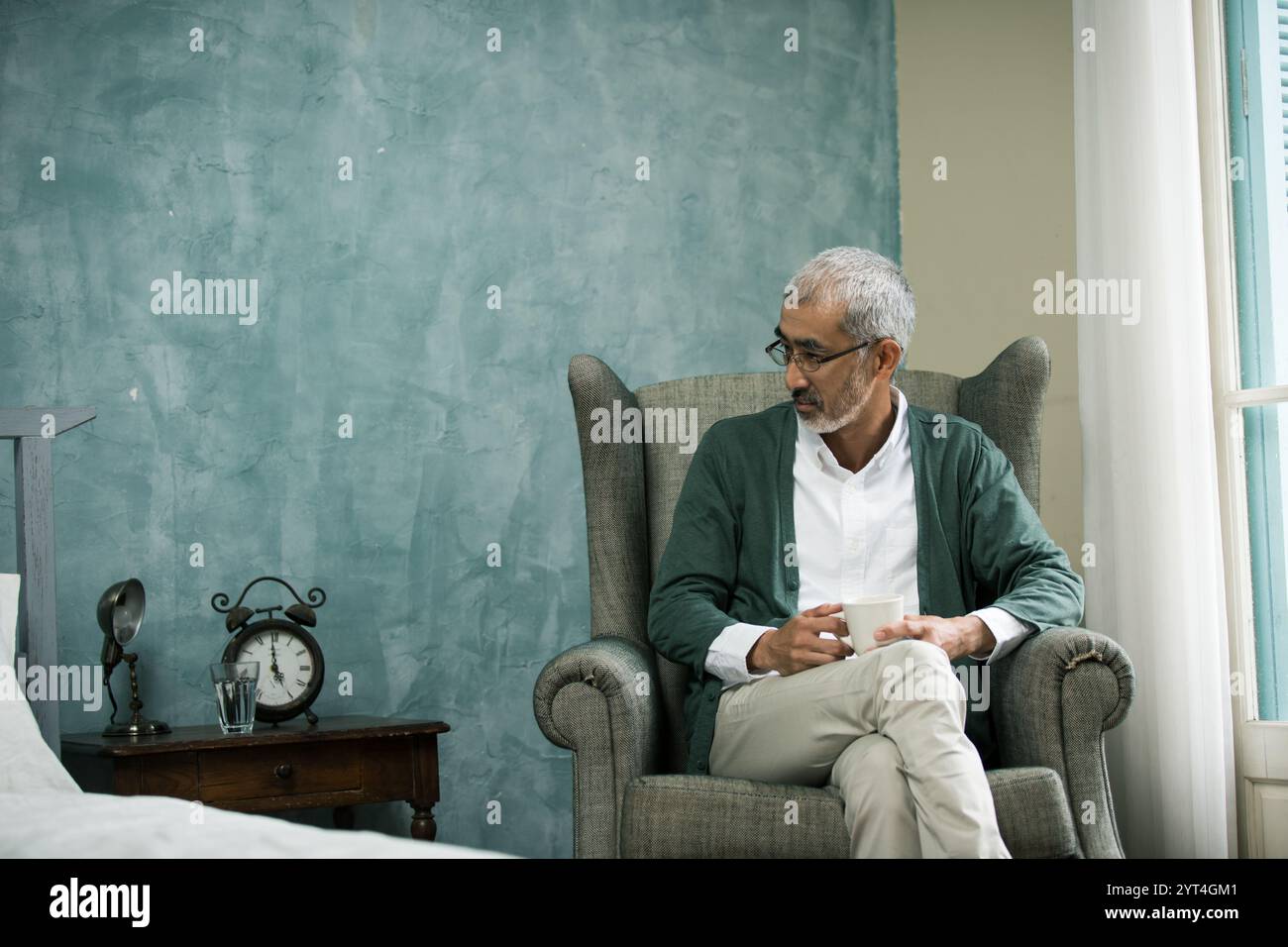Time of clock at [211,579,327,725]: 4:59
